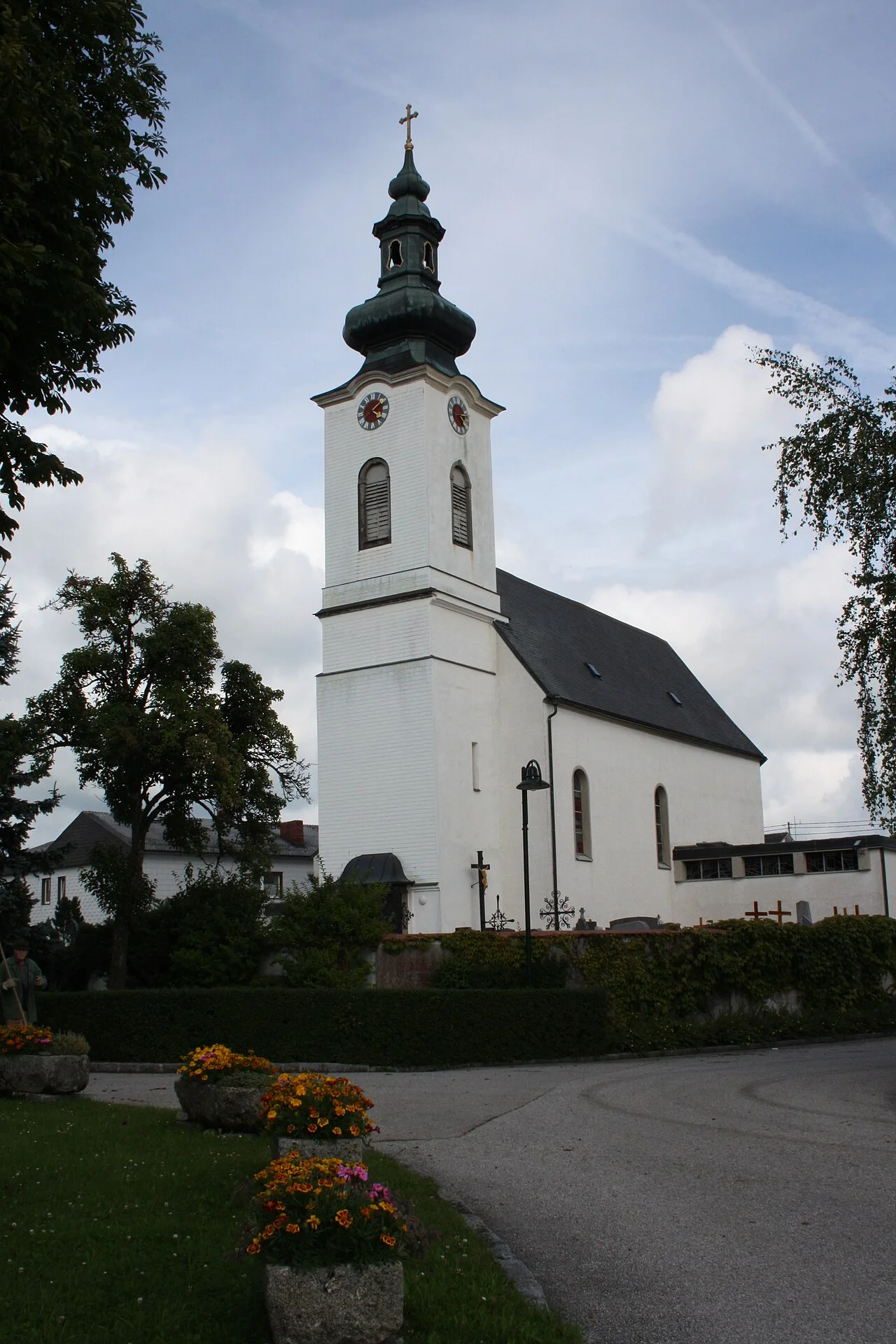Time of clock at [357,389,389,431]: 4:08
